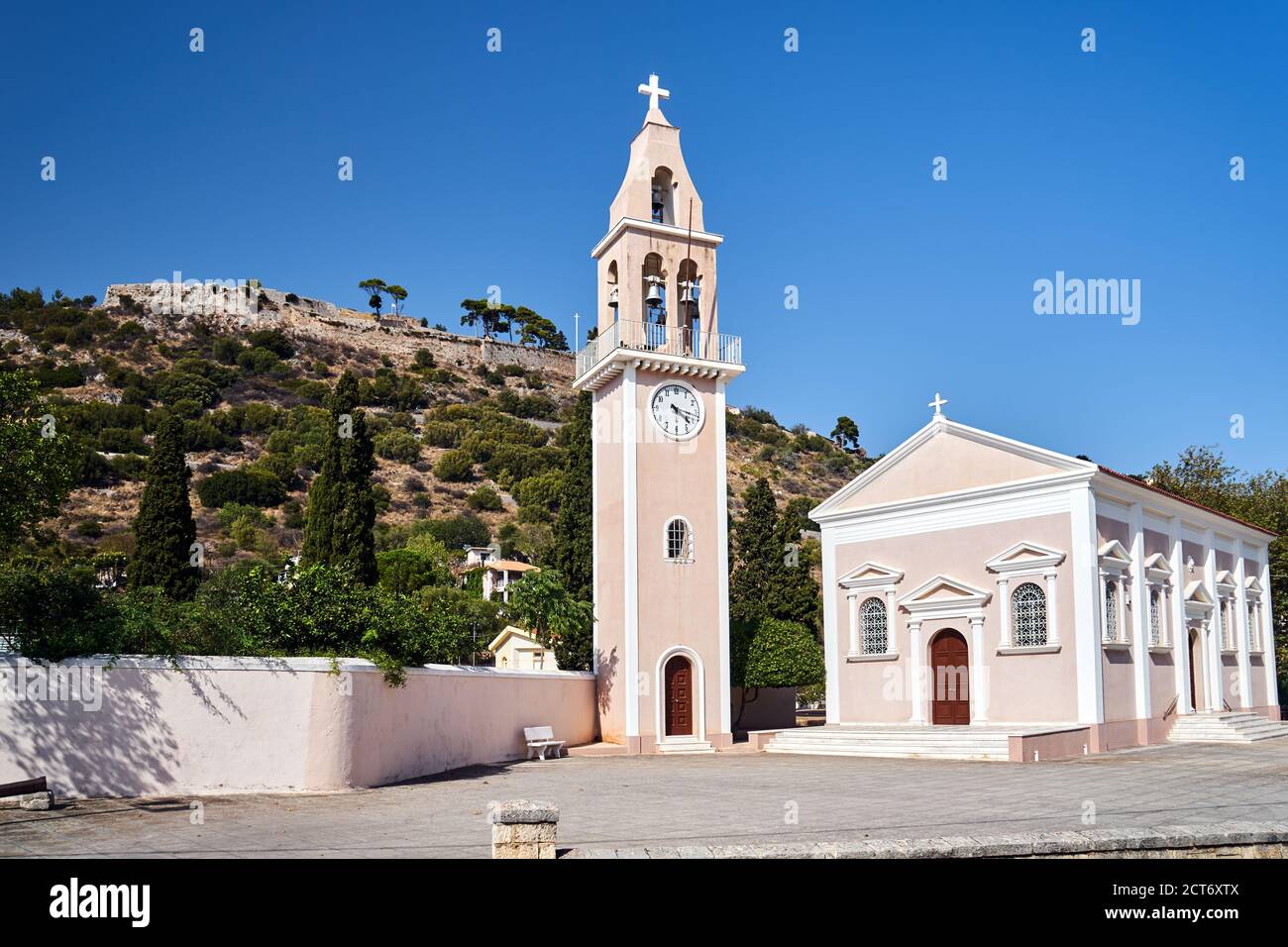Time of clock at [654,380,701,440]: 4:17
